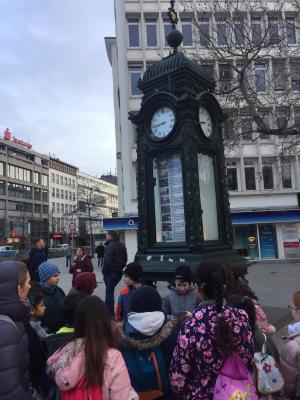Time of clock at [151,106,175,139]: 8:43
